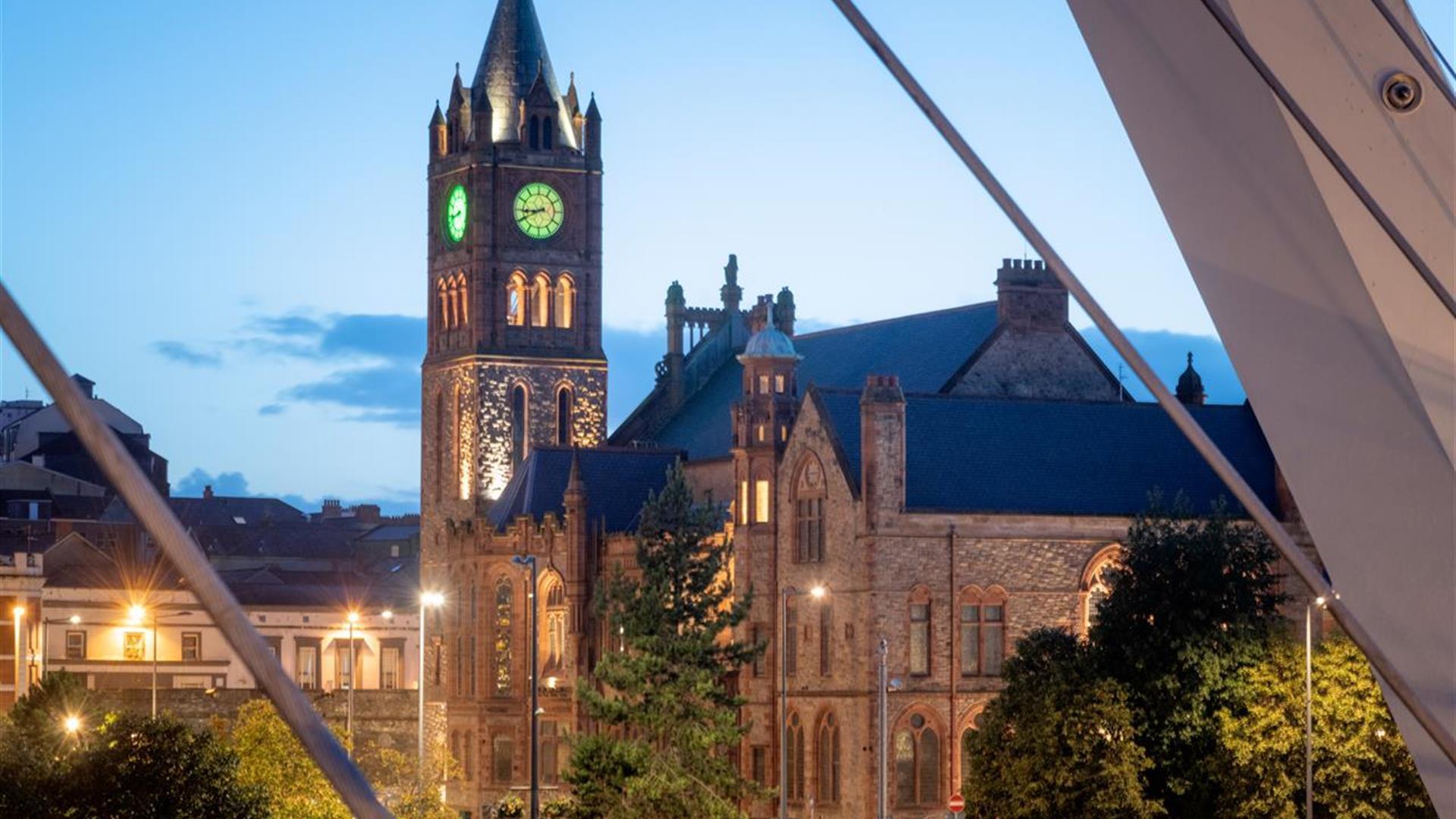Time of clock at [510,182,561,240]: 8:40
